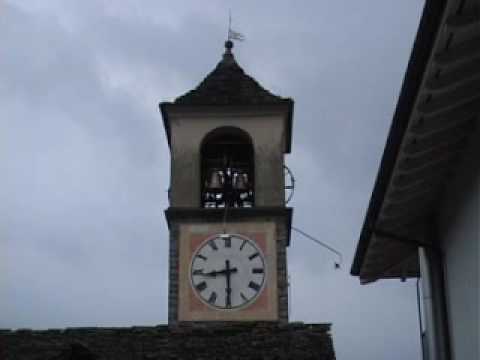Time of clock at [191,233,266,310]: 8:29
